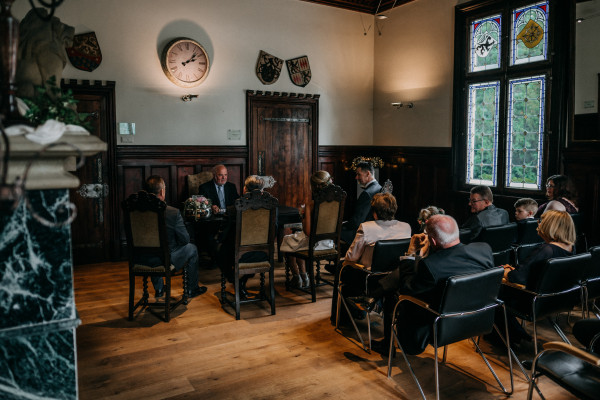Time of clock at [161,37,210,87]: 2:07
